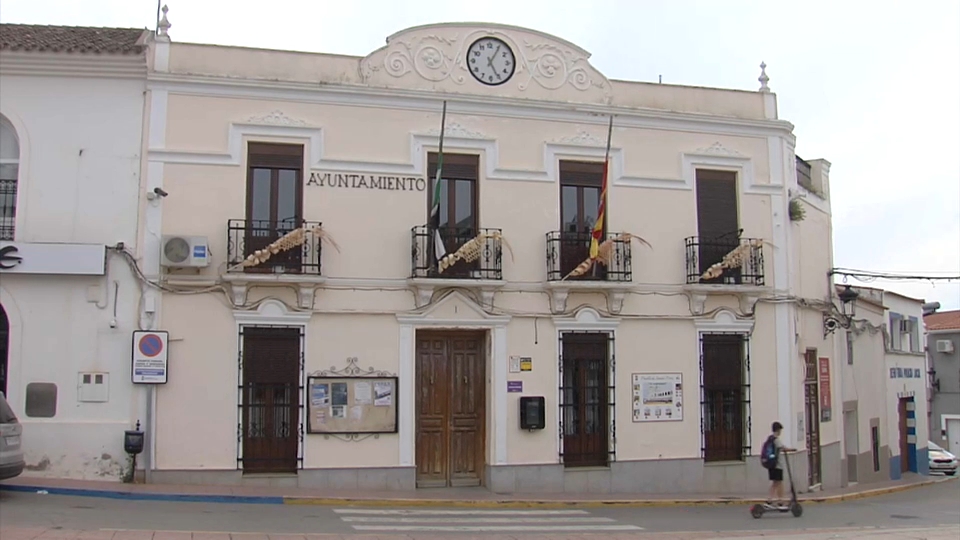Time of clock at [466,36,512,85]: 5:05
